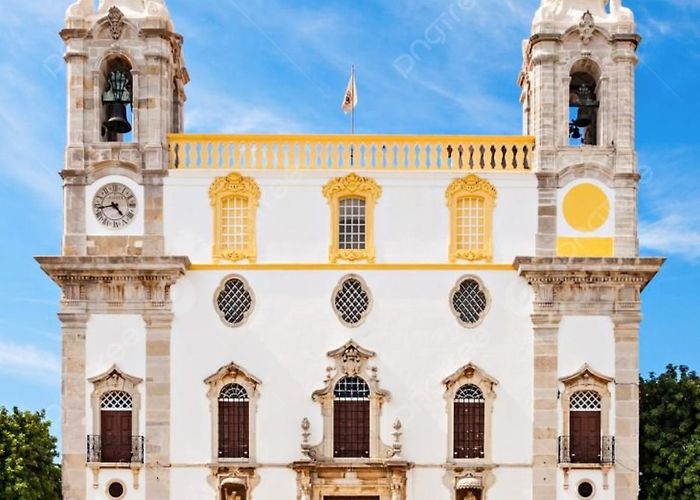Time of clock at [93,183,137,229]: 4:42
